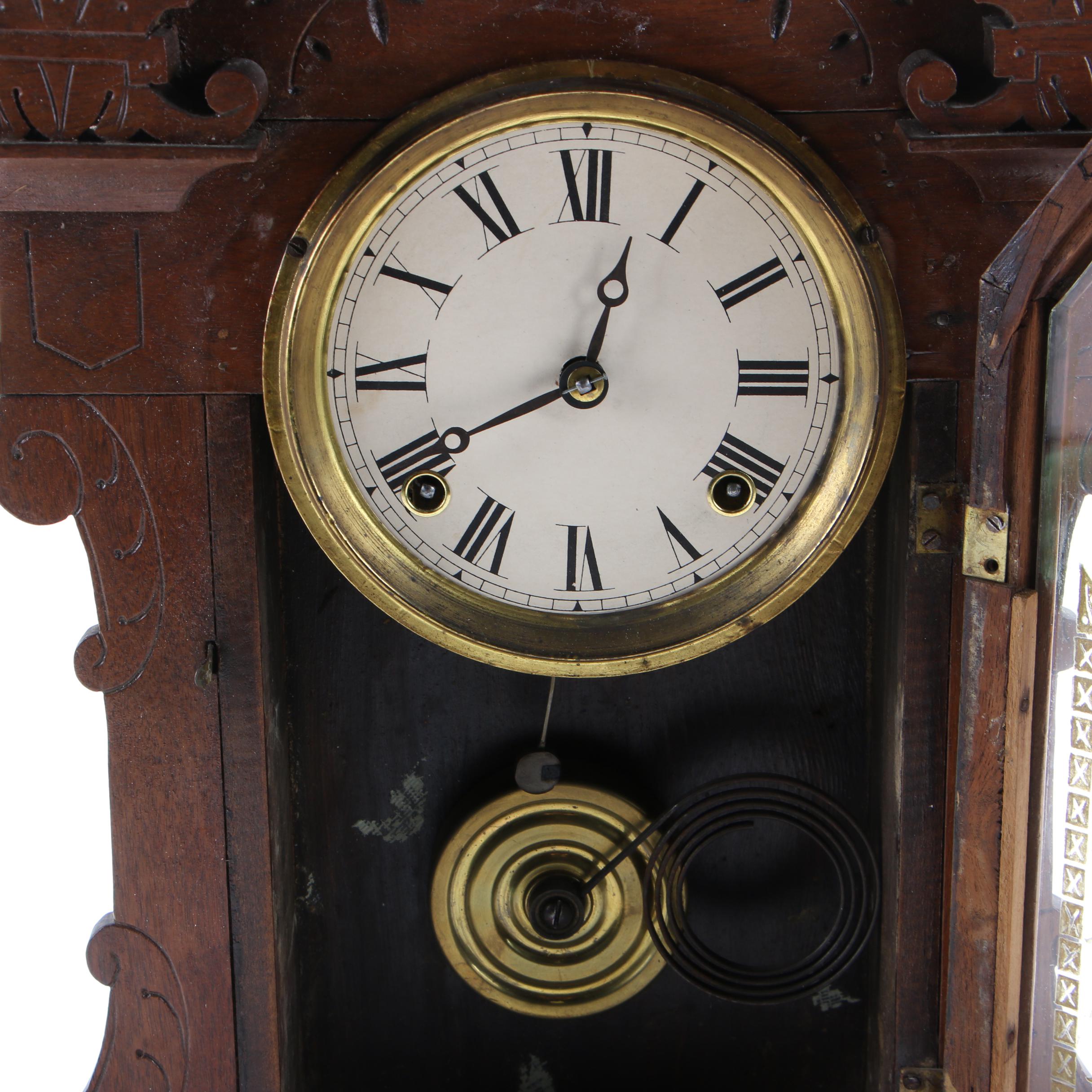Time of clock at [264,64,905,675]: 12:40
